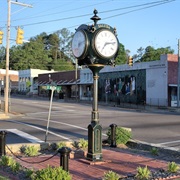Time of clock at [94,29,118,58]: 7:13
